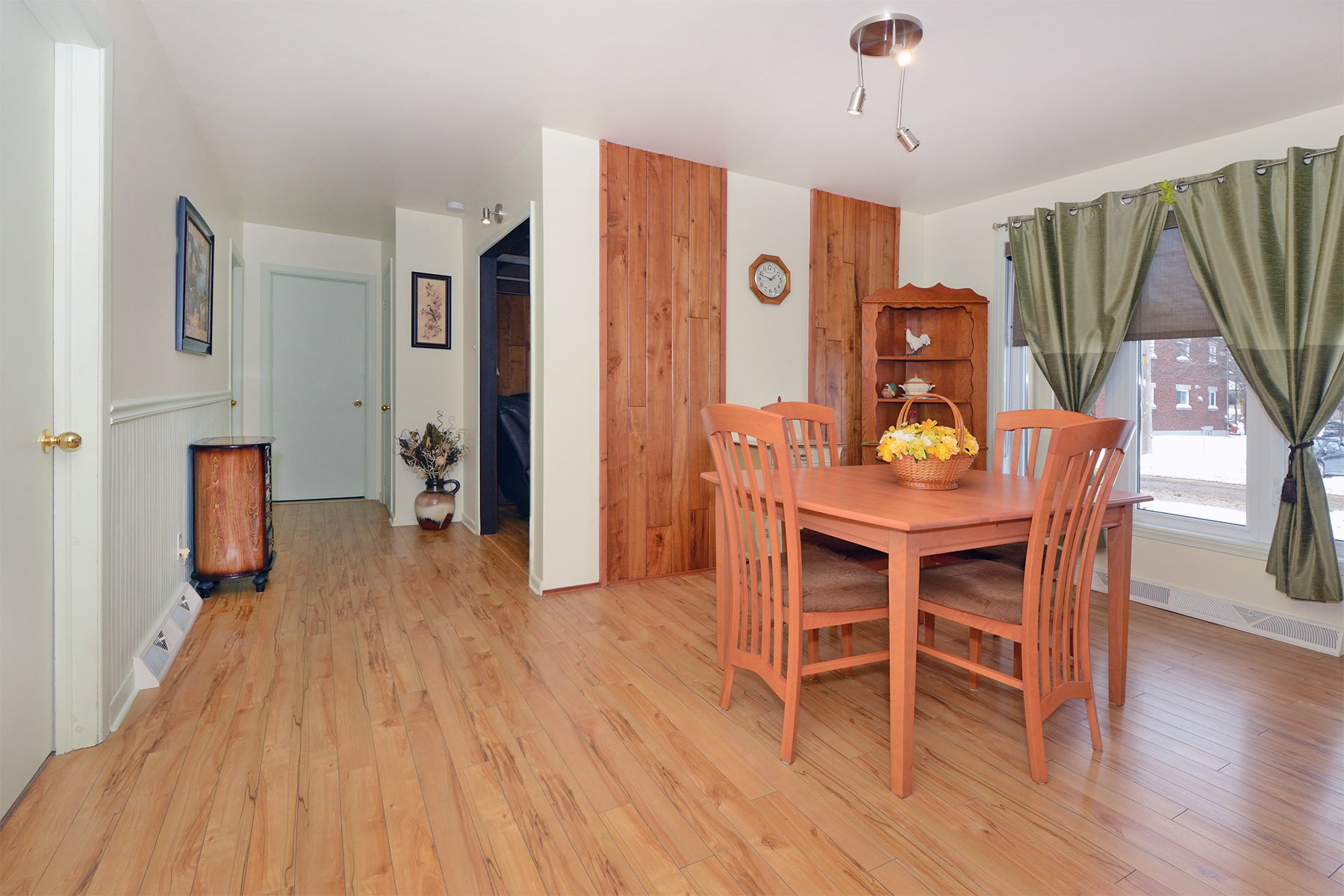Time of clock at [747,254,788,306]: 1:47
